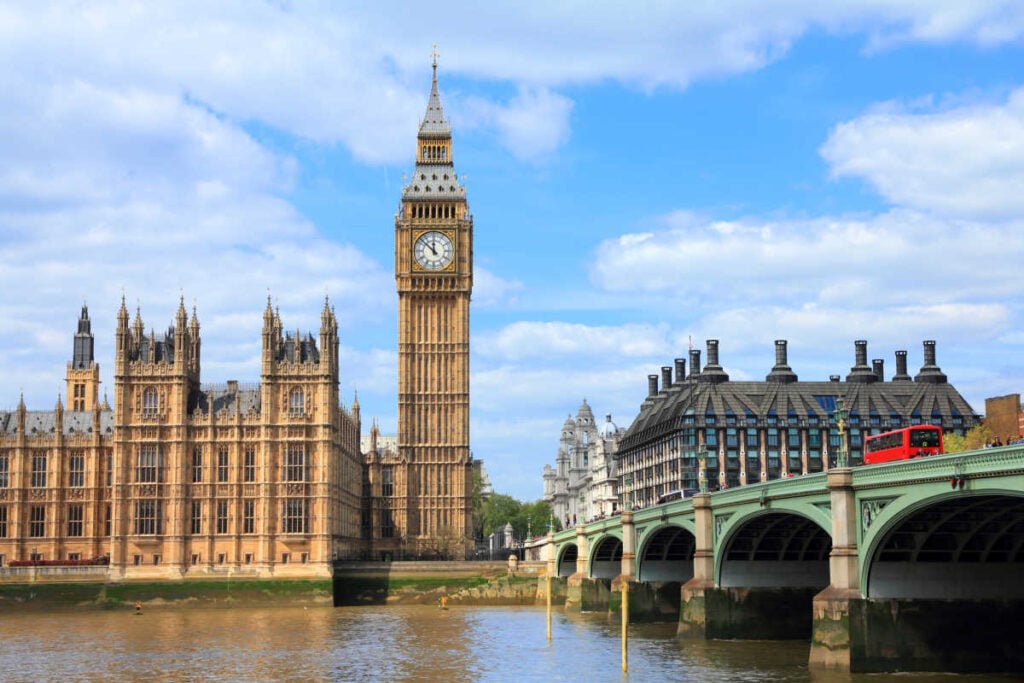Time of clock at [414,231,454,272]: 11:52
